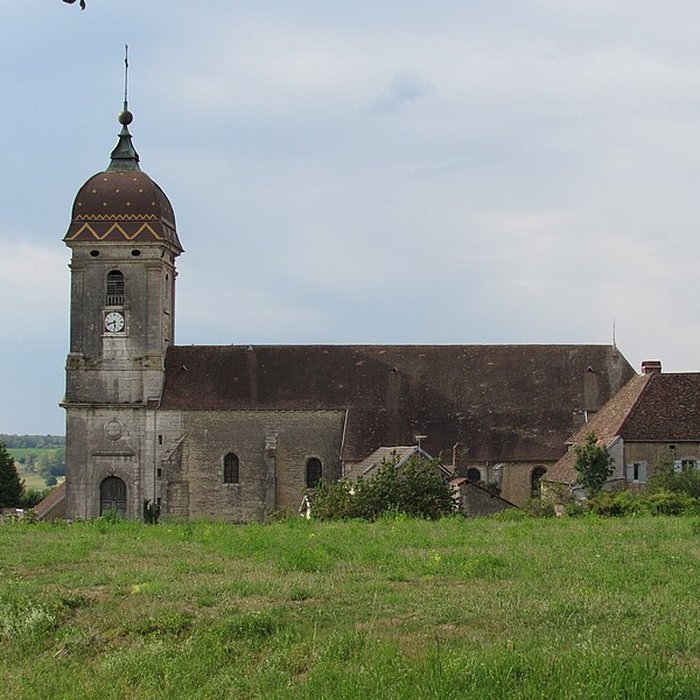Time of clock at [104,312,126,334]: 5:41
